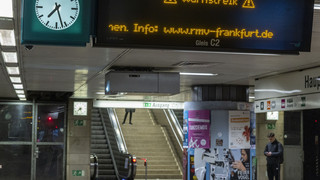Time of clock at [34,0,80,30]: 7:27
